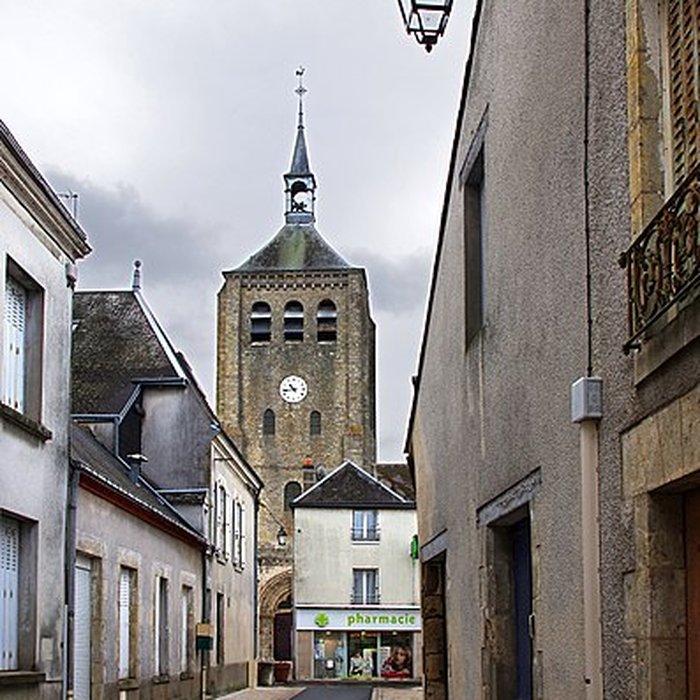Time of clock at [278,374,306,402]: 10:43
